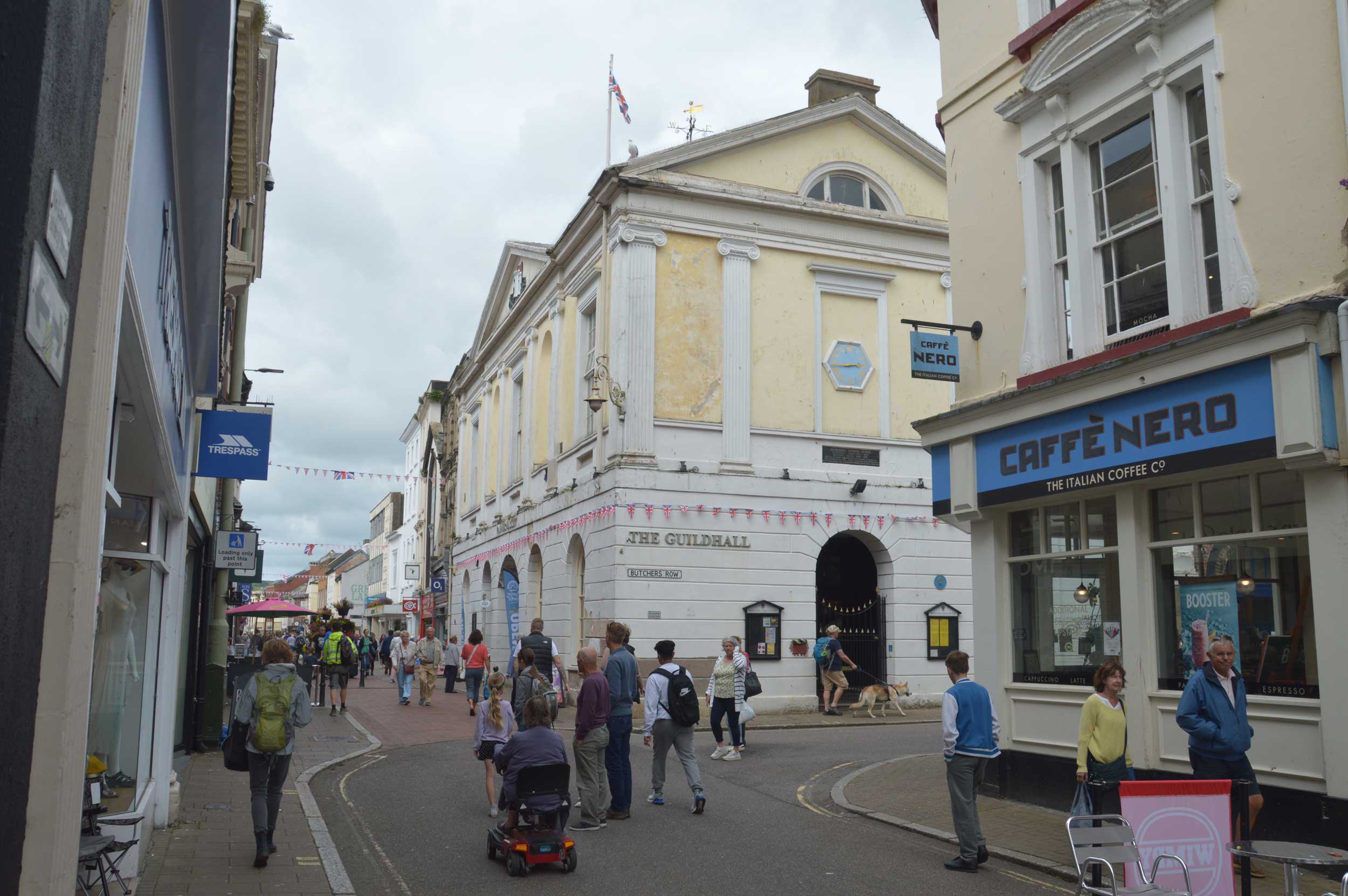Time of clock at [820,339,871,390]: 2:43
